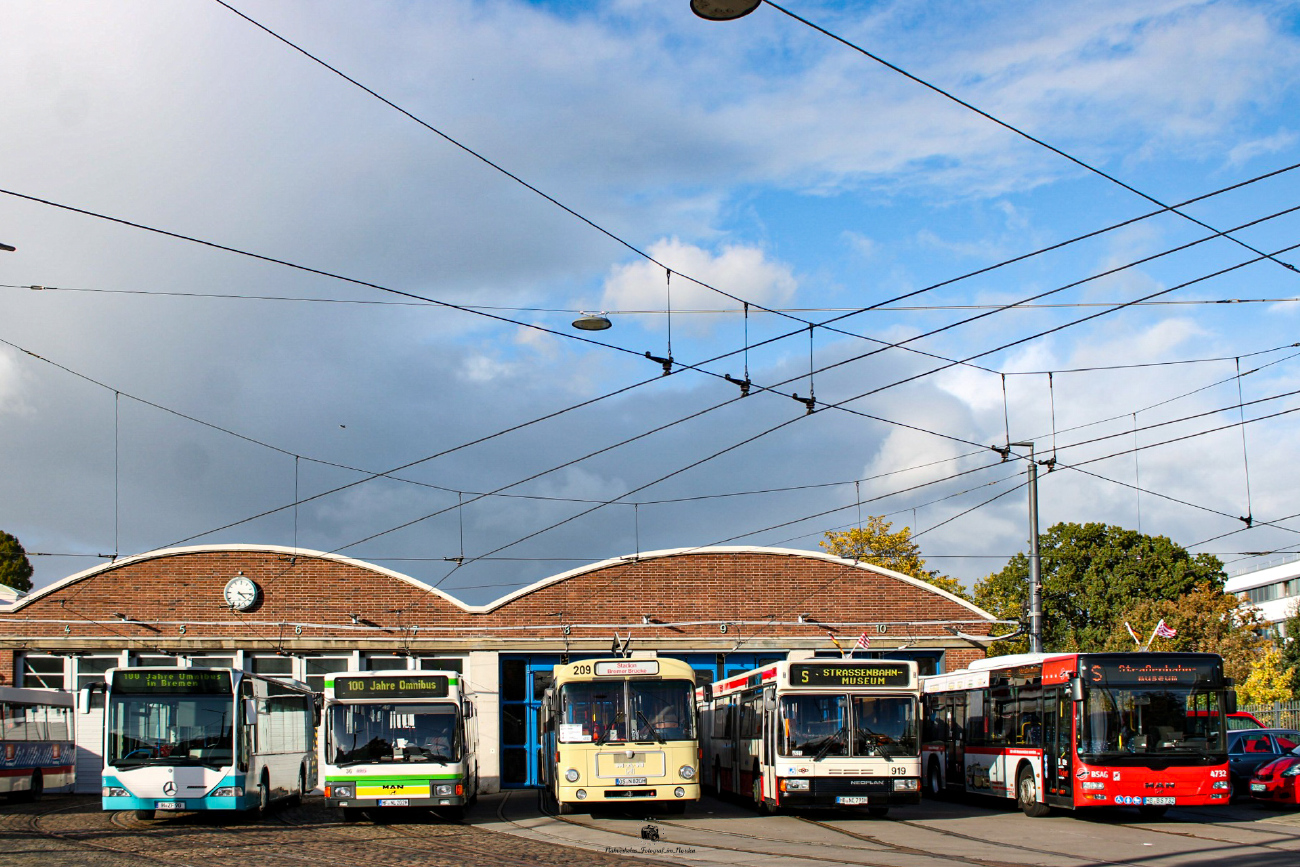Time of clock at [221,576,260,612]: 4:14
